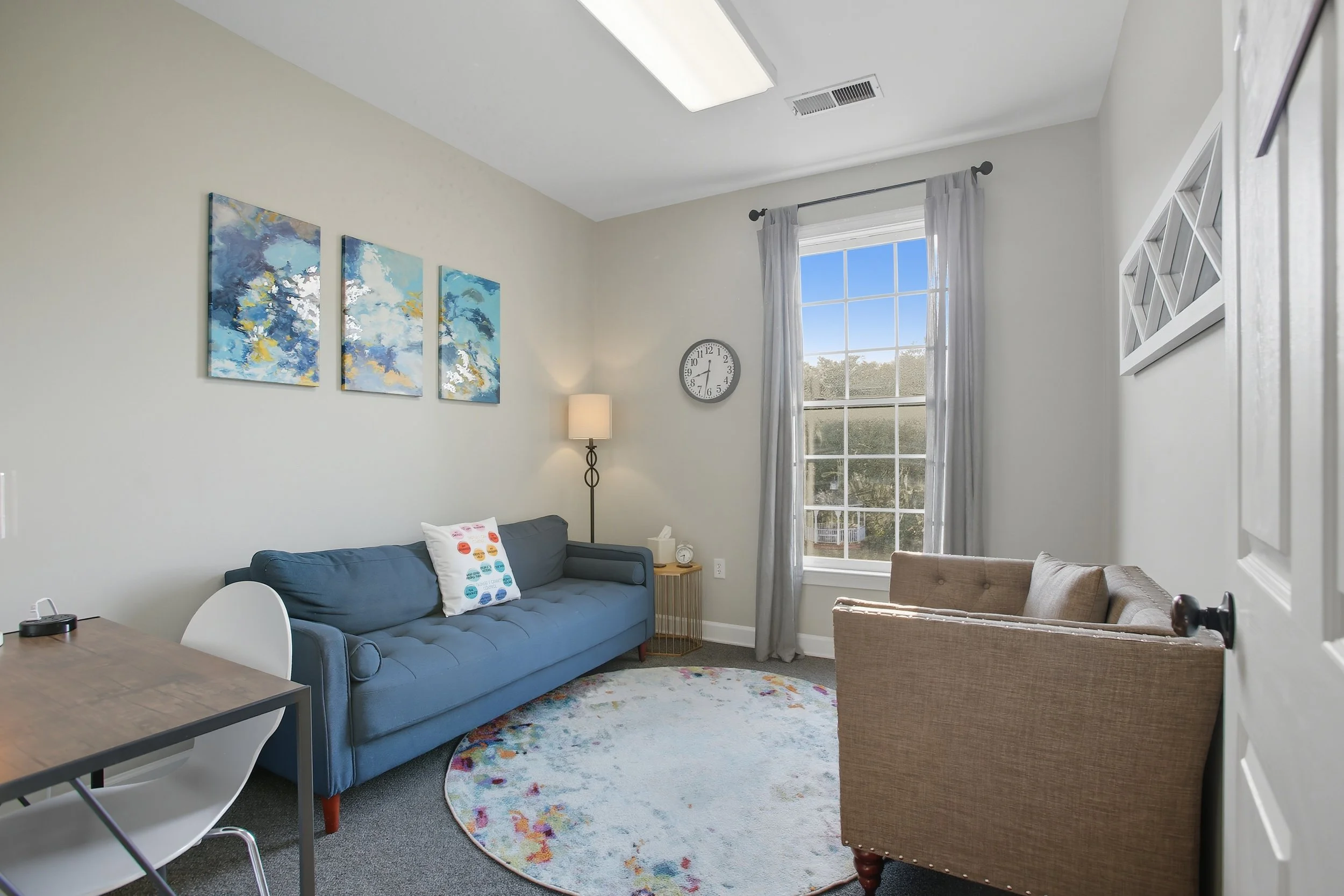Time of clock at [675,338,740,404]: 8:31
